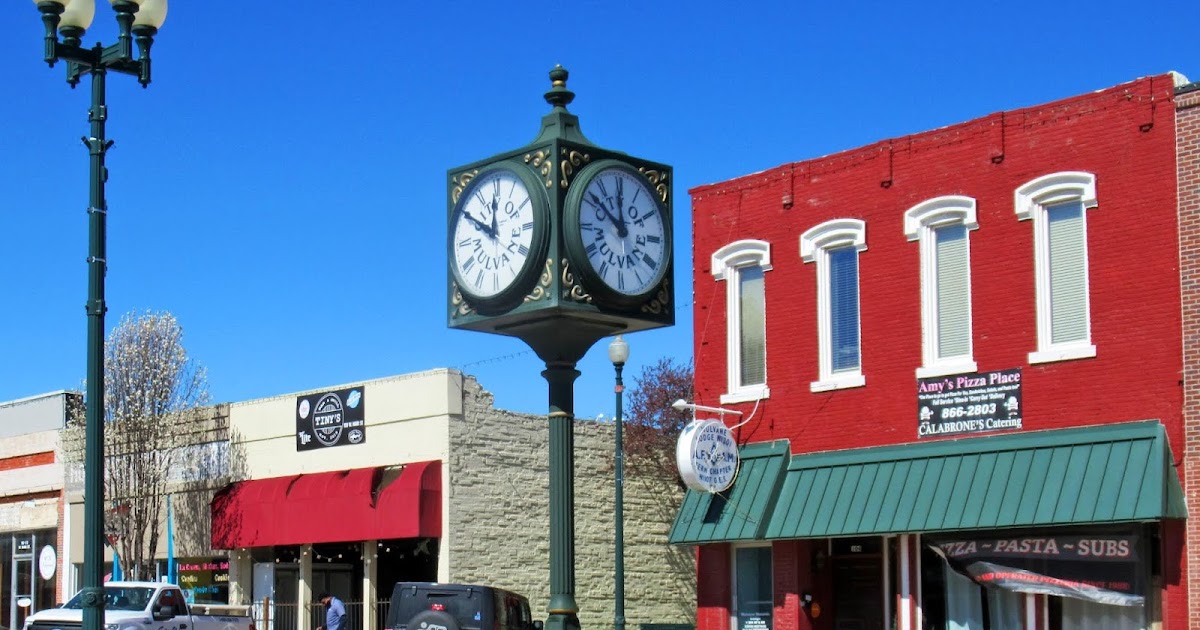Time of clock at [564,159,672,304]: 11:51
